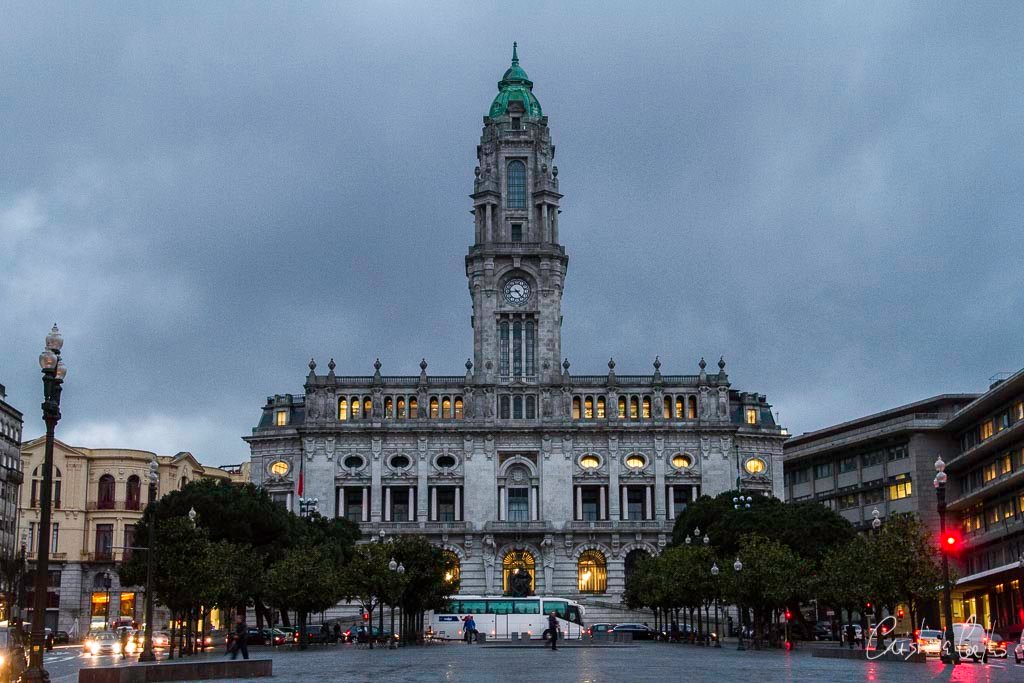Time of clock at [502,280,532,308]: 4:42
